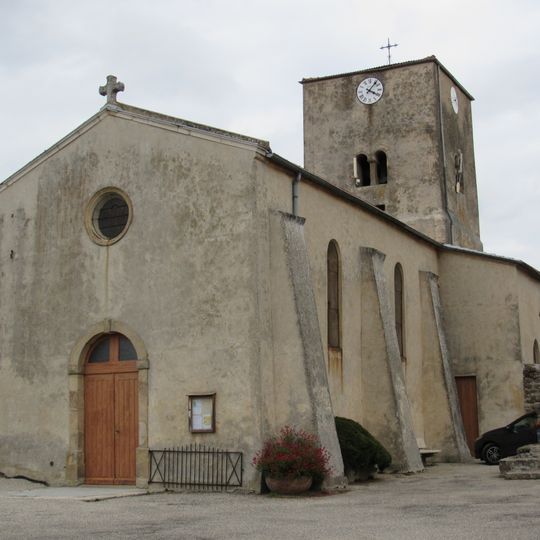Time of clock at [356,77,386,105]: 4:07
